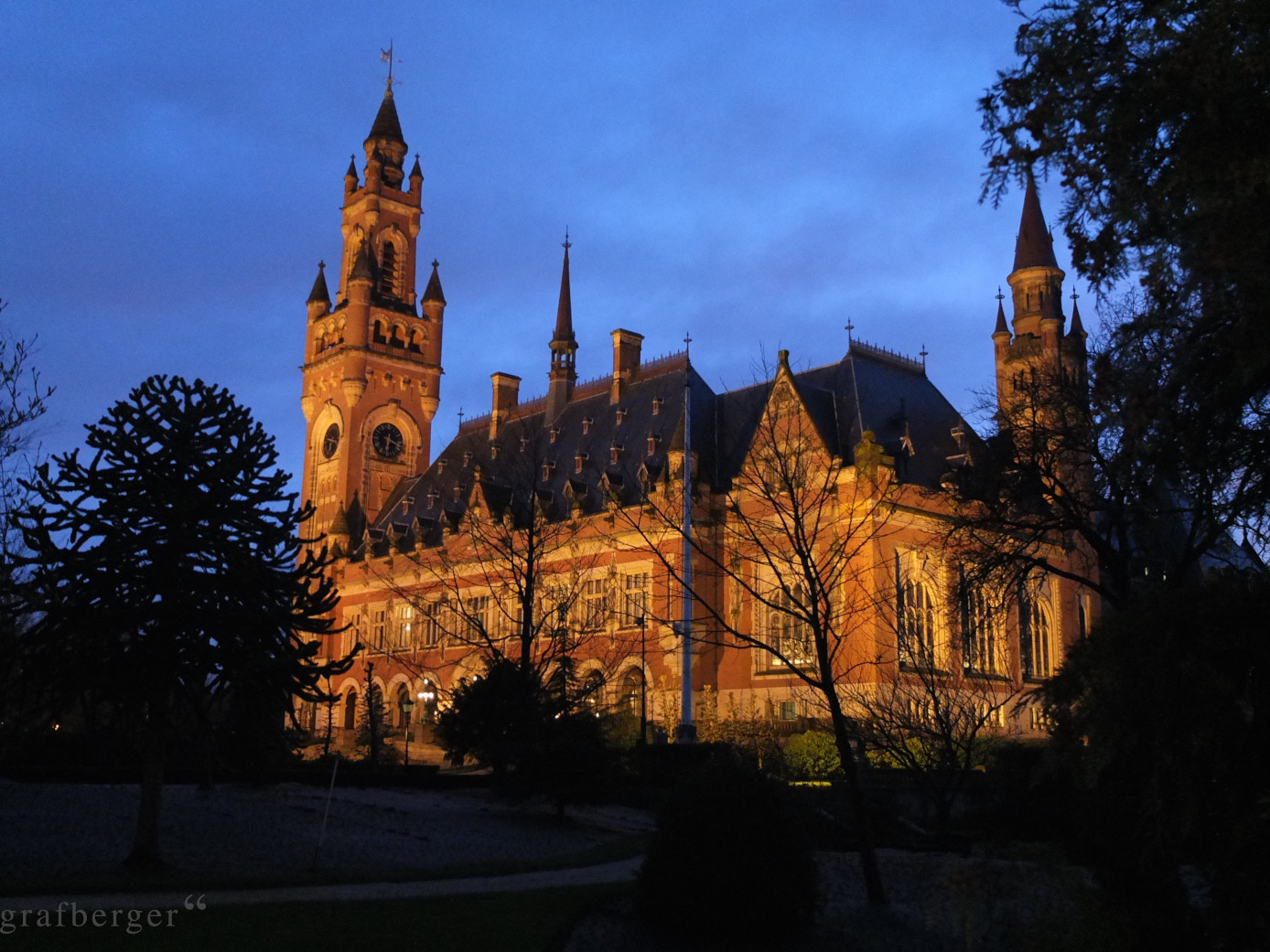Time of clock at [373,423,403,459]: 6:18
